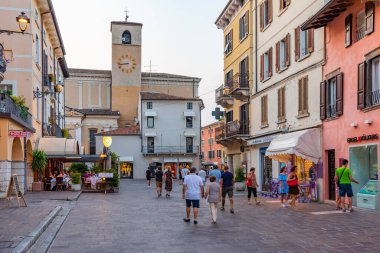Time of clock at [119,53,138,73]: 8:43
